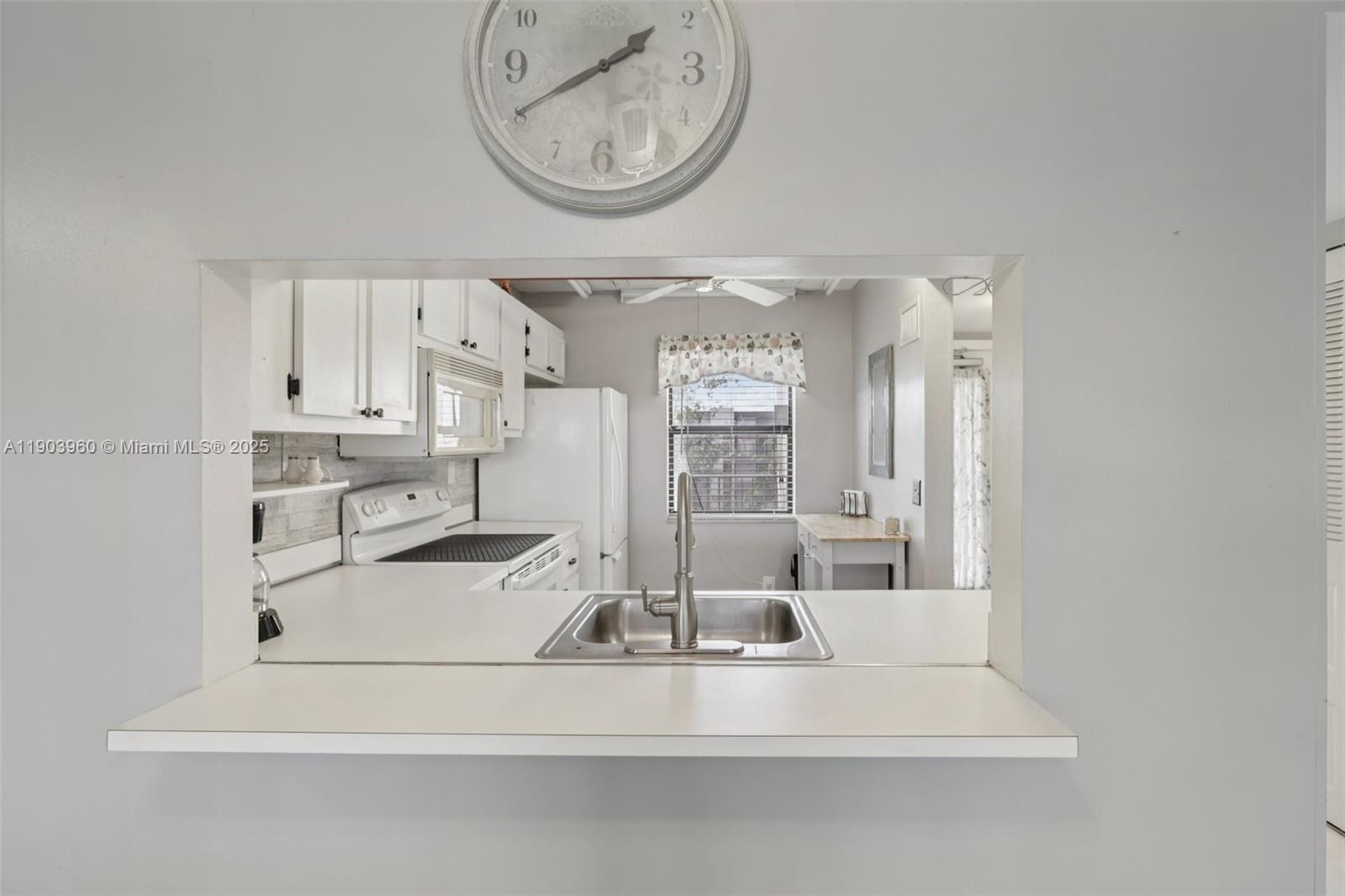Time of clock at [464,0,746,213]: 1:40
